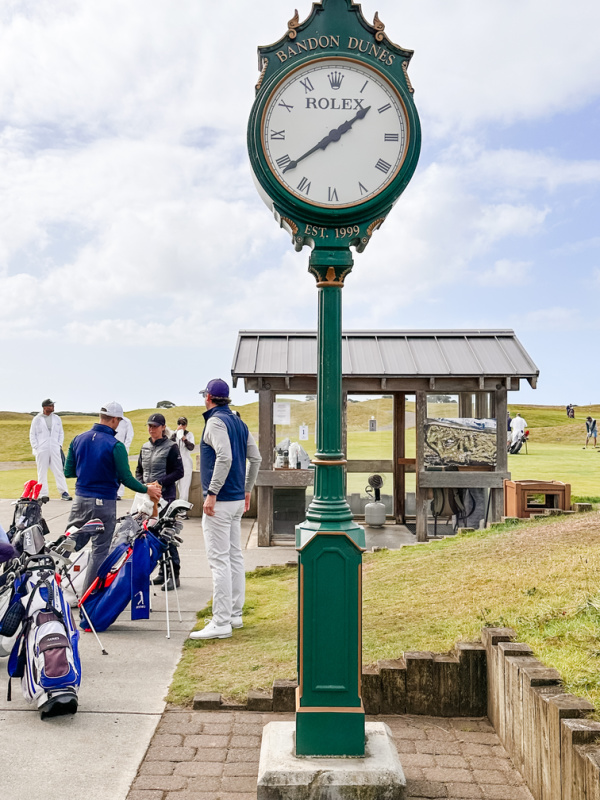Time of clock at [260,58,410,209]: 1:38
